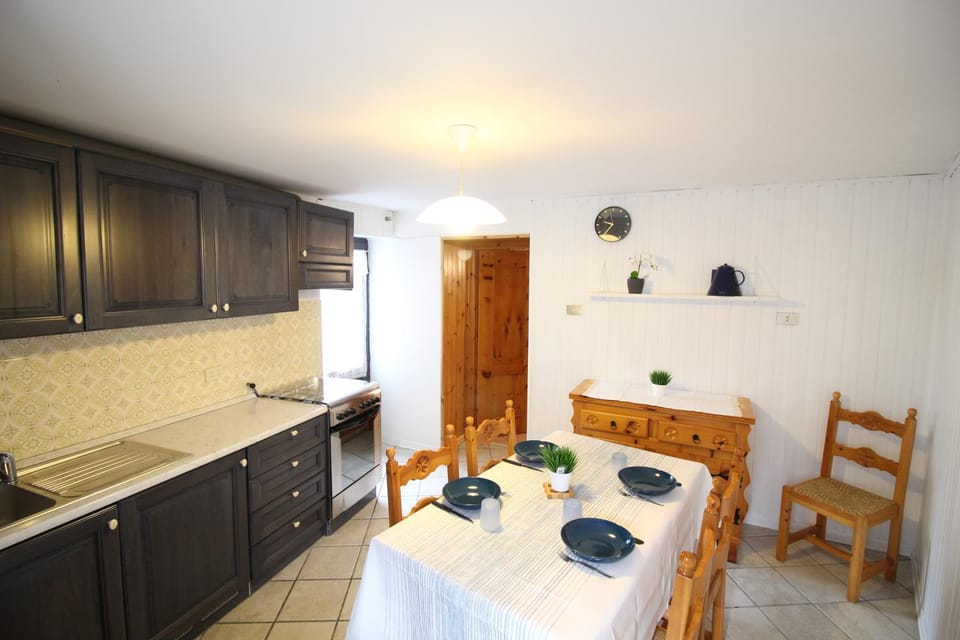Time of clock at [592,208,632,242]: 9:36
